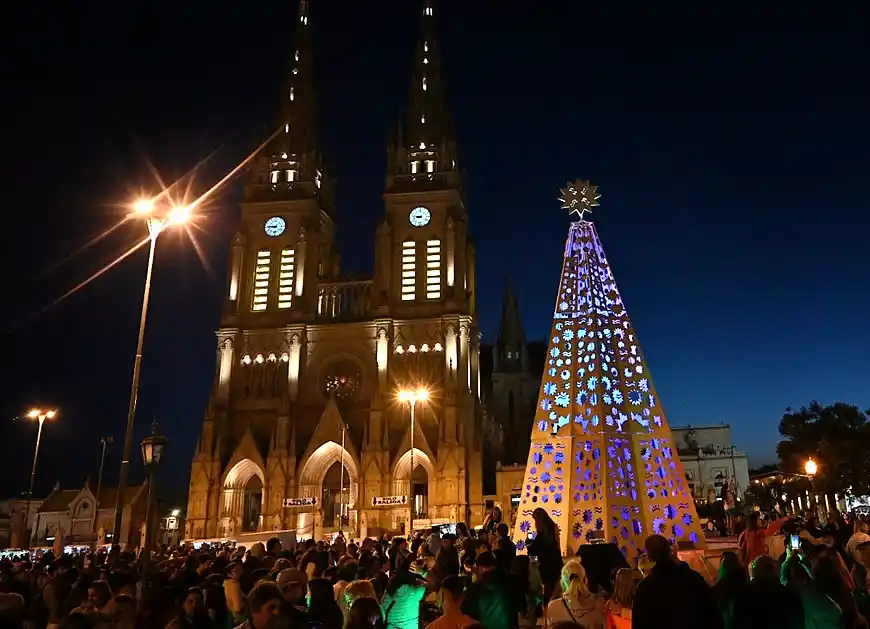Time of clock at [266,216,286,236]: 8:45
